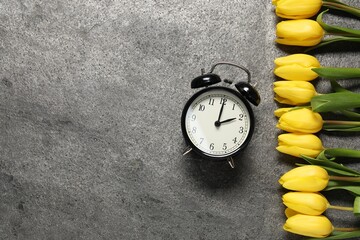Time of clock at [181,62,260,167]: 2:00
